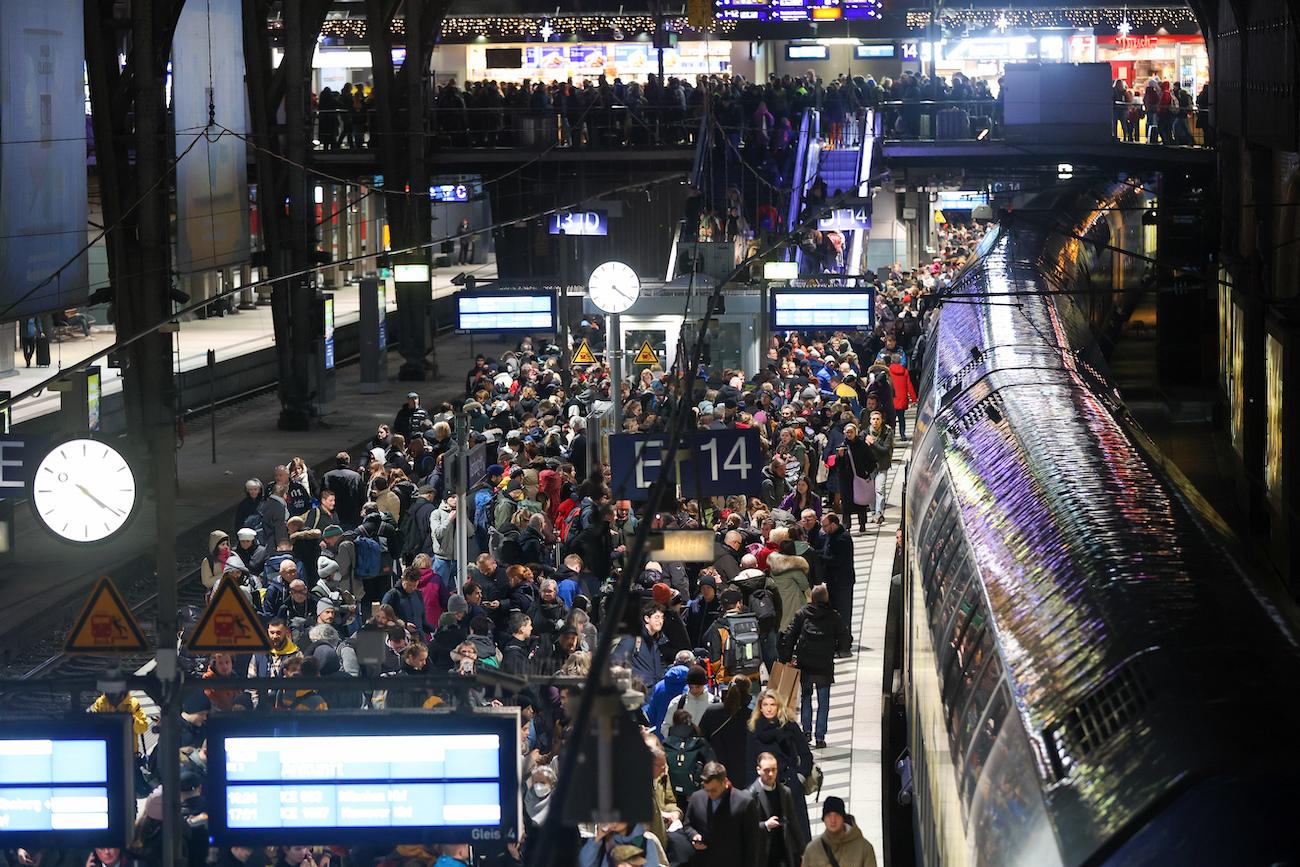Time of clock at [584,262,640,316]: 4:21
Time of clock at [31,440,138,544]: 4:20
